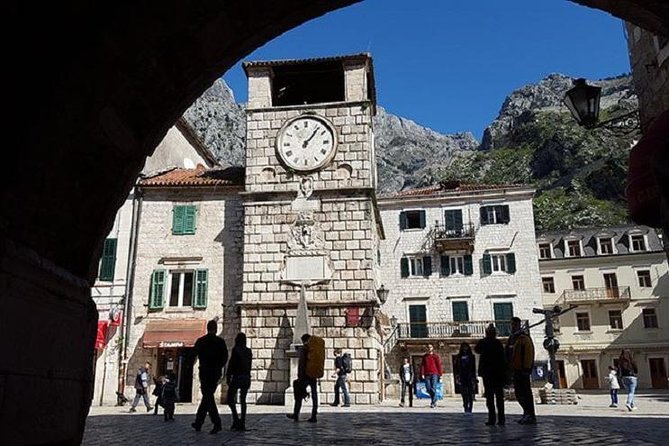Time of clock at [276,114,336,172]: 1:06
